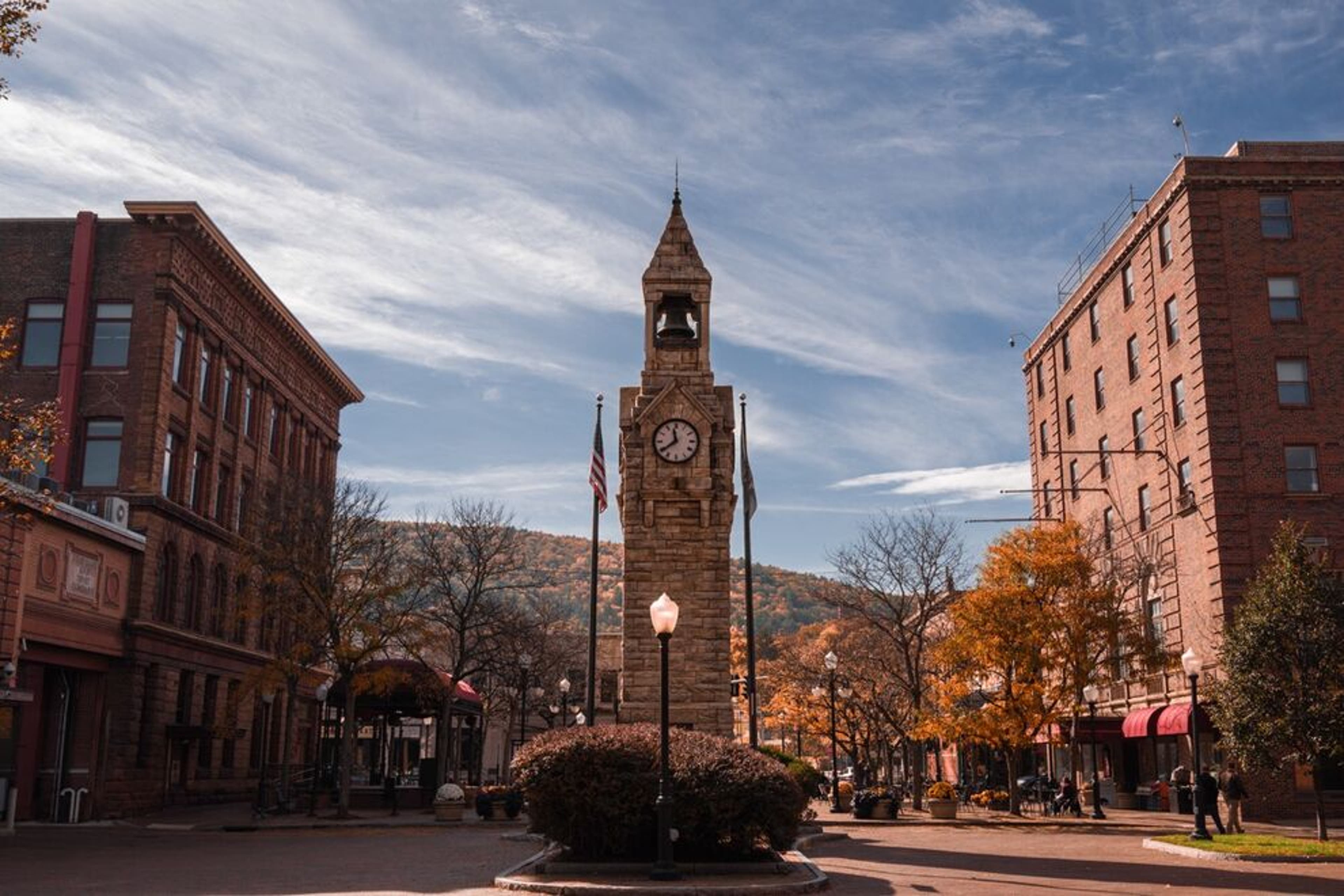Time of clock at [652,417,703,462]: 11:39
